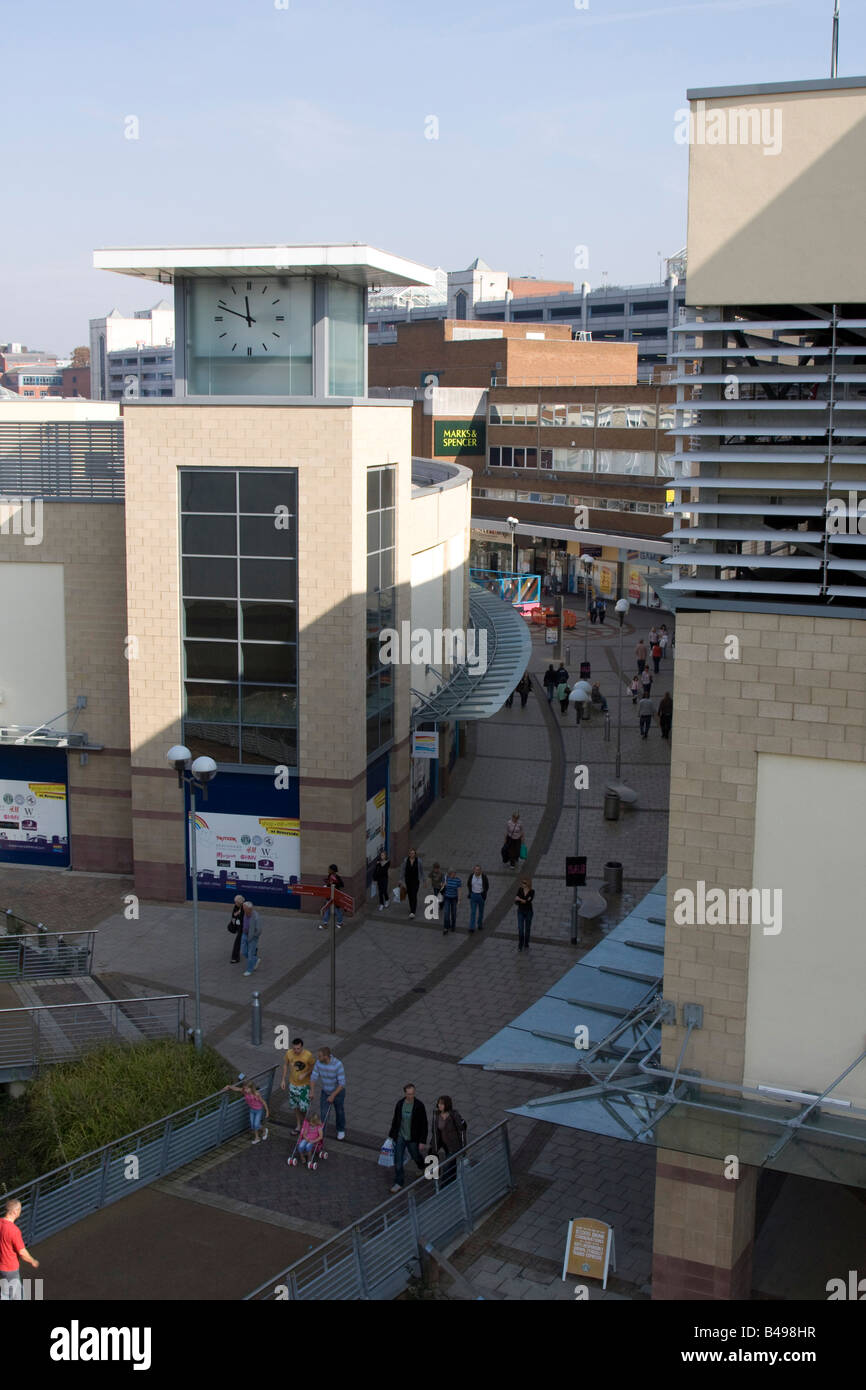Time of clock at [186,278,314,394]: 11:48
